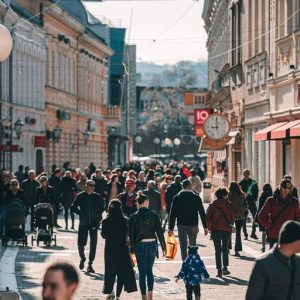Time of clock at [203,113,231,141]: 8:59
